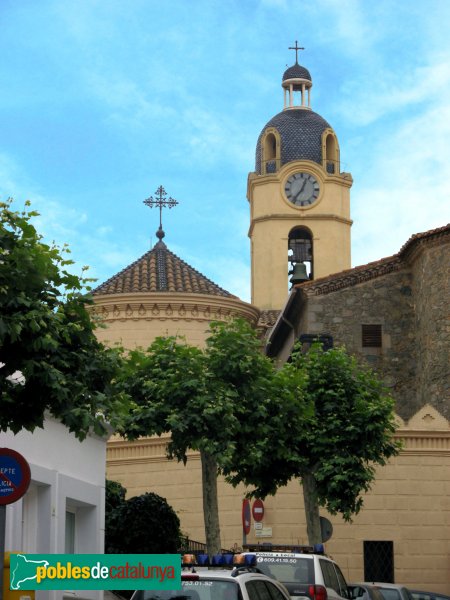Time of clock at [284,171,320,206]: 12:36
